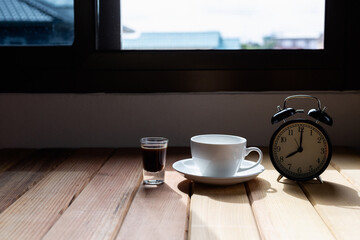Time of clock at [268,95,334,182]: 8:00
